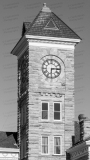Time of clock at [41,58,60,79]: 6:14
